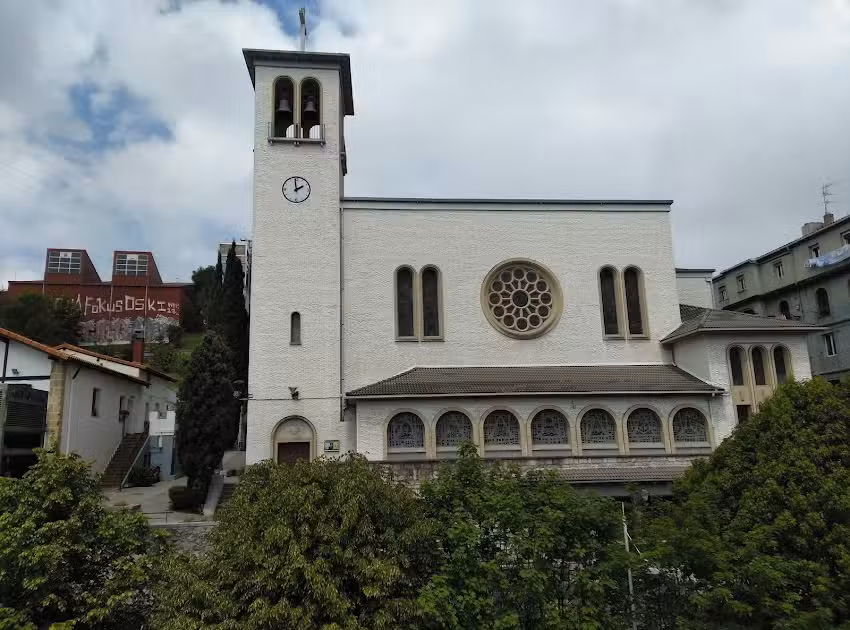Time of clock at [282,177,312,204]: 1:59
